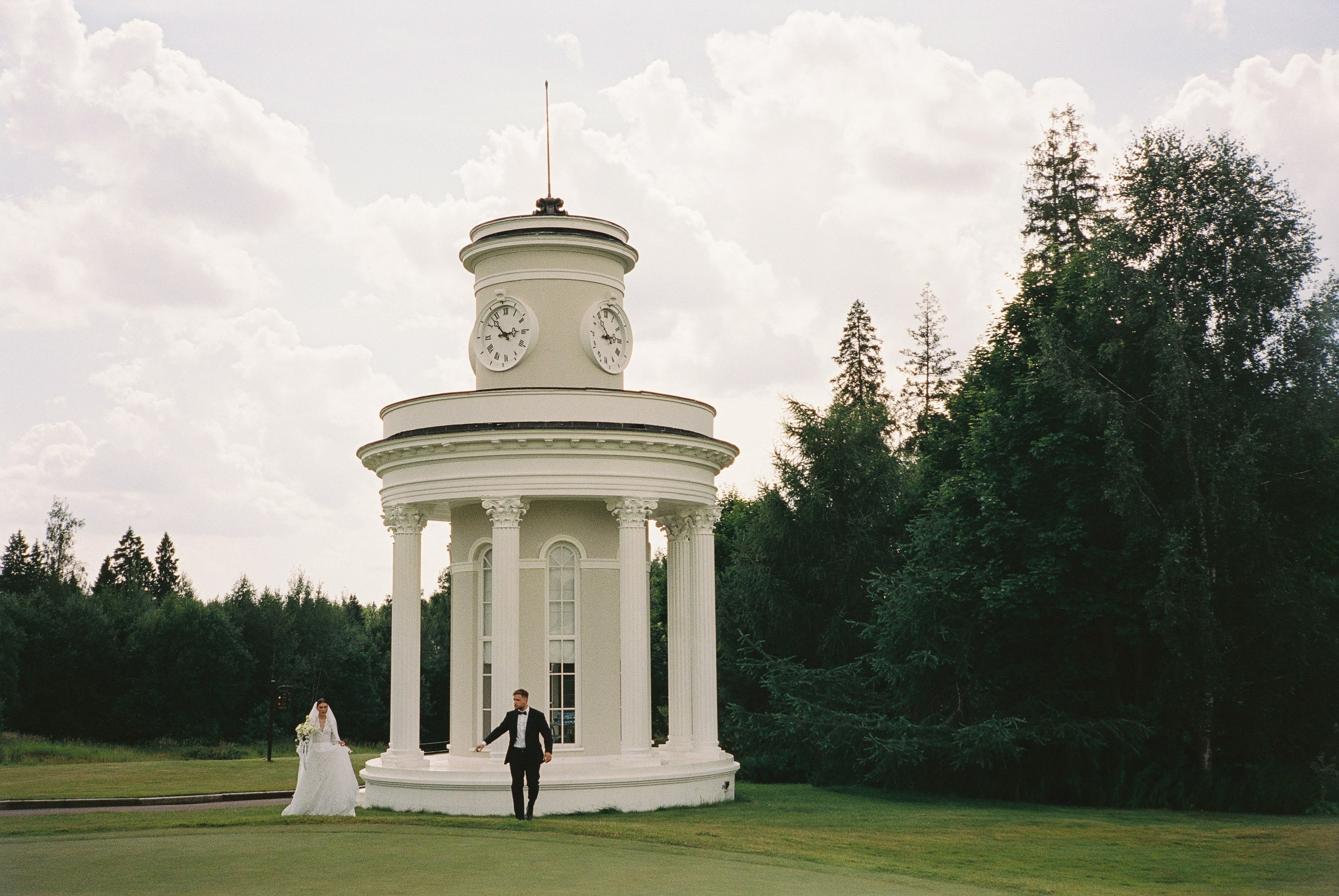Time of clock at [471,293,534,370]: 2:53
